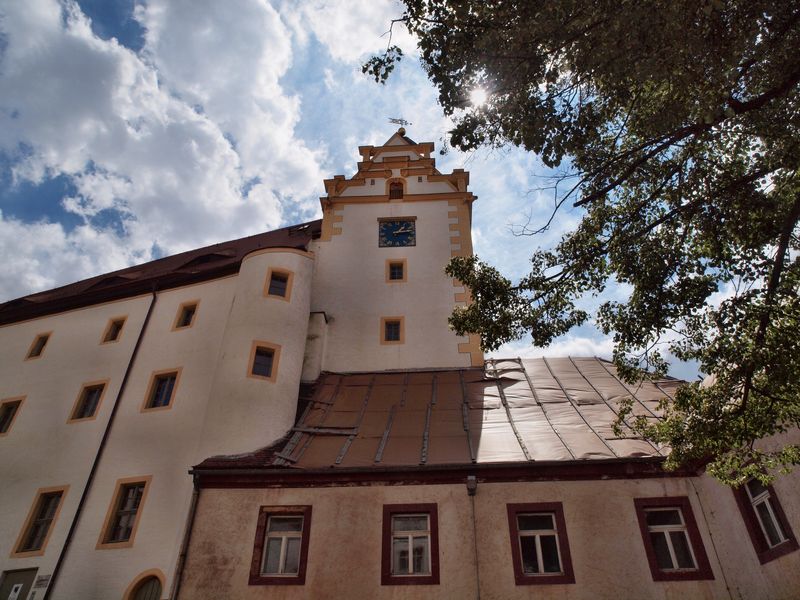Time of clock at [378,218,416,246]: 1:13
